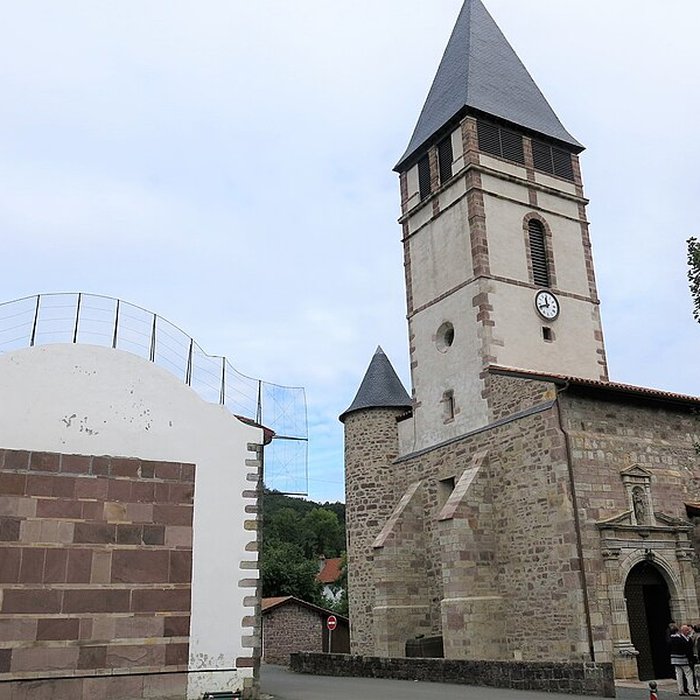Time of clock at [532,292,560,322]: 11:41
